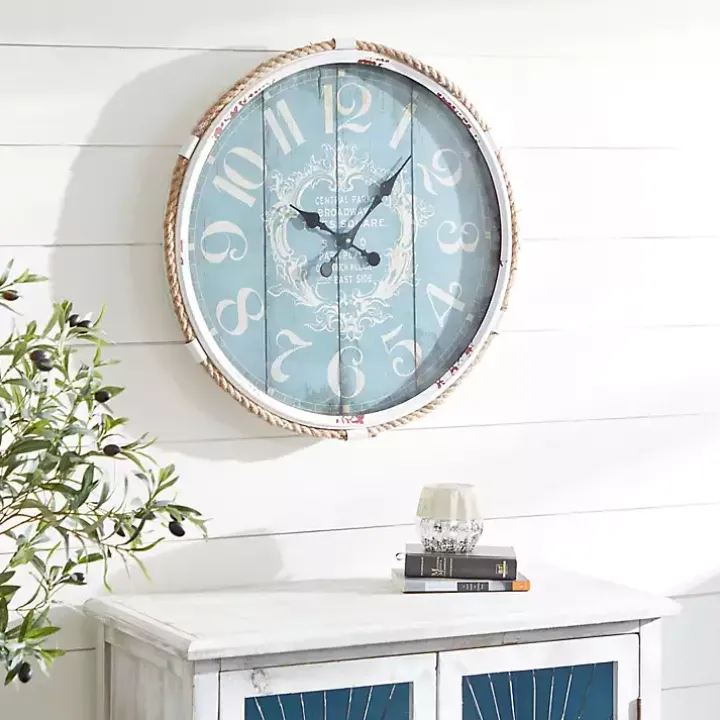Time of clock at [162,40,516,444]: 10:07
